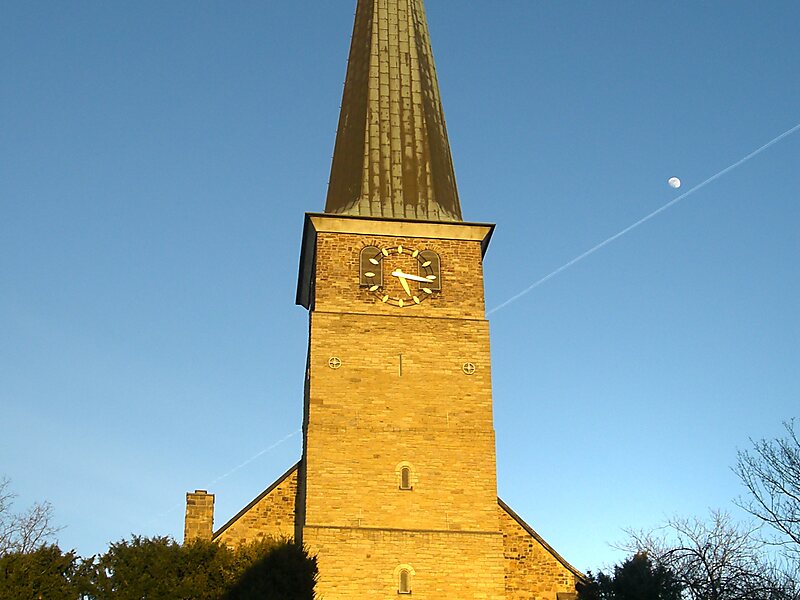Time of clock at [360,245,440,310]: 5:16
